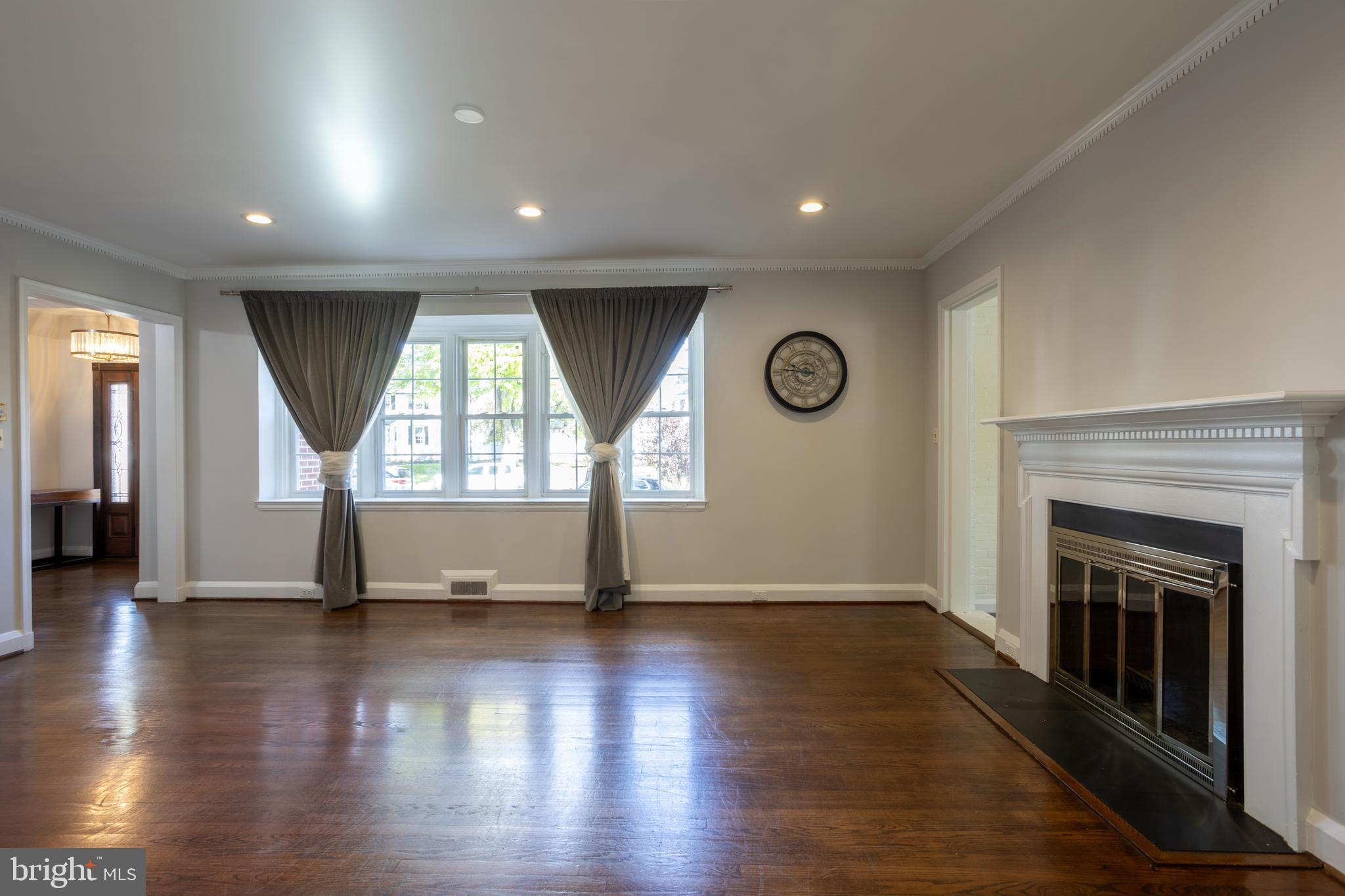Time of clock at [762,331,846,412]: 9:45
